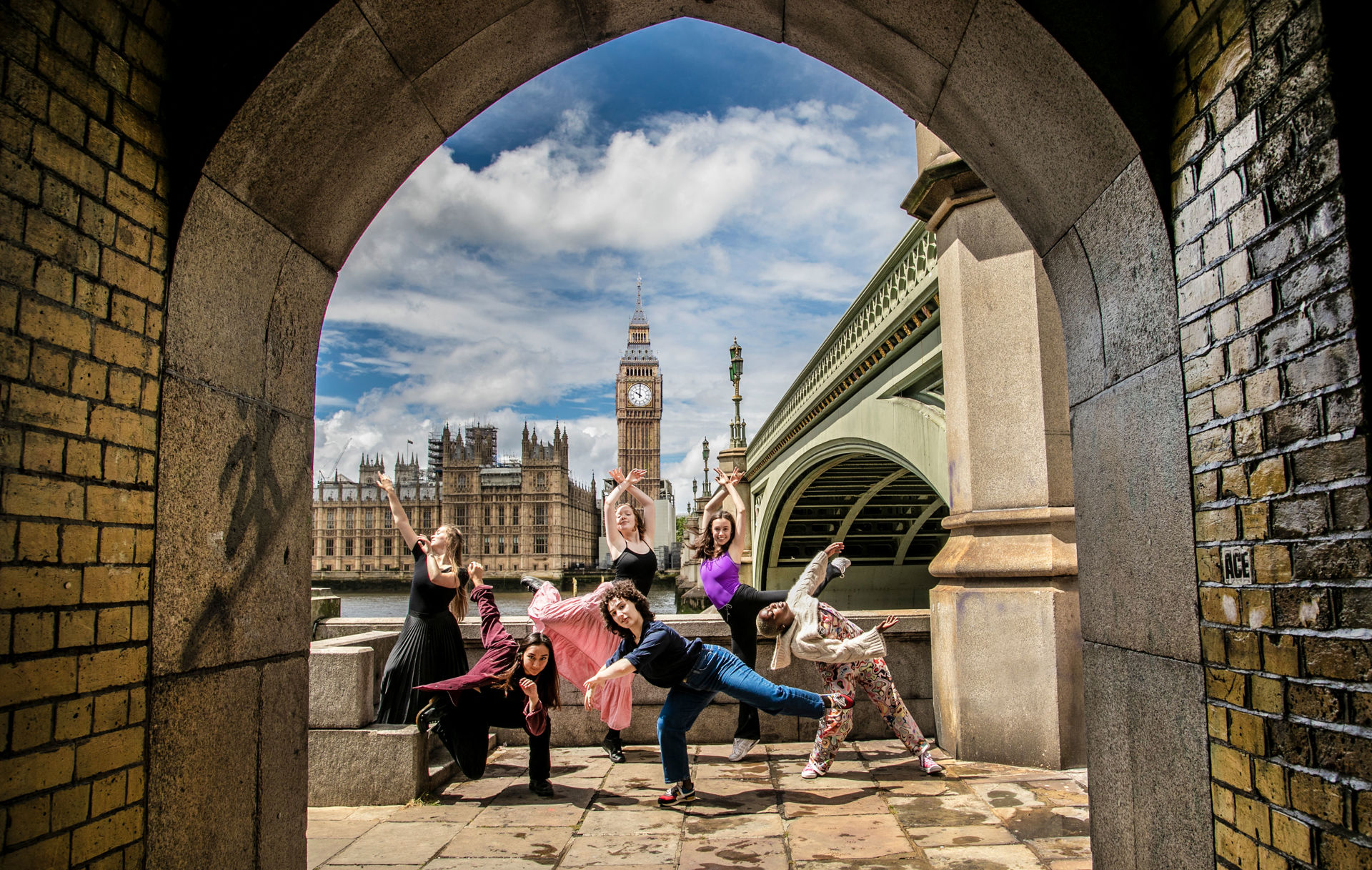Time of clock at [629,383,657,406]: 10:00
